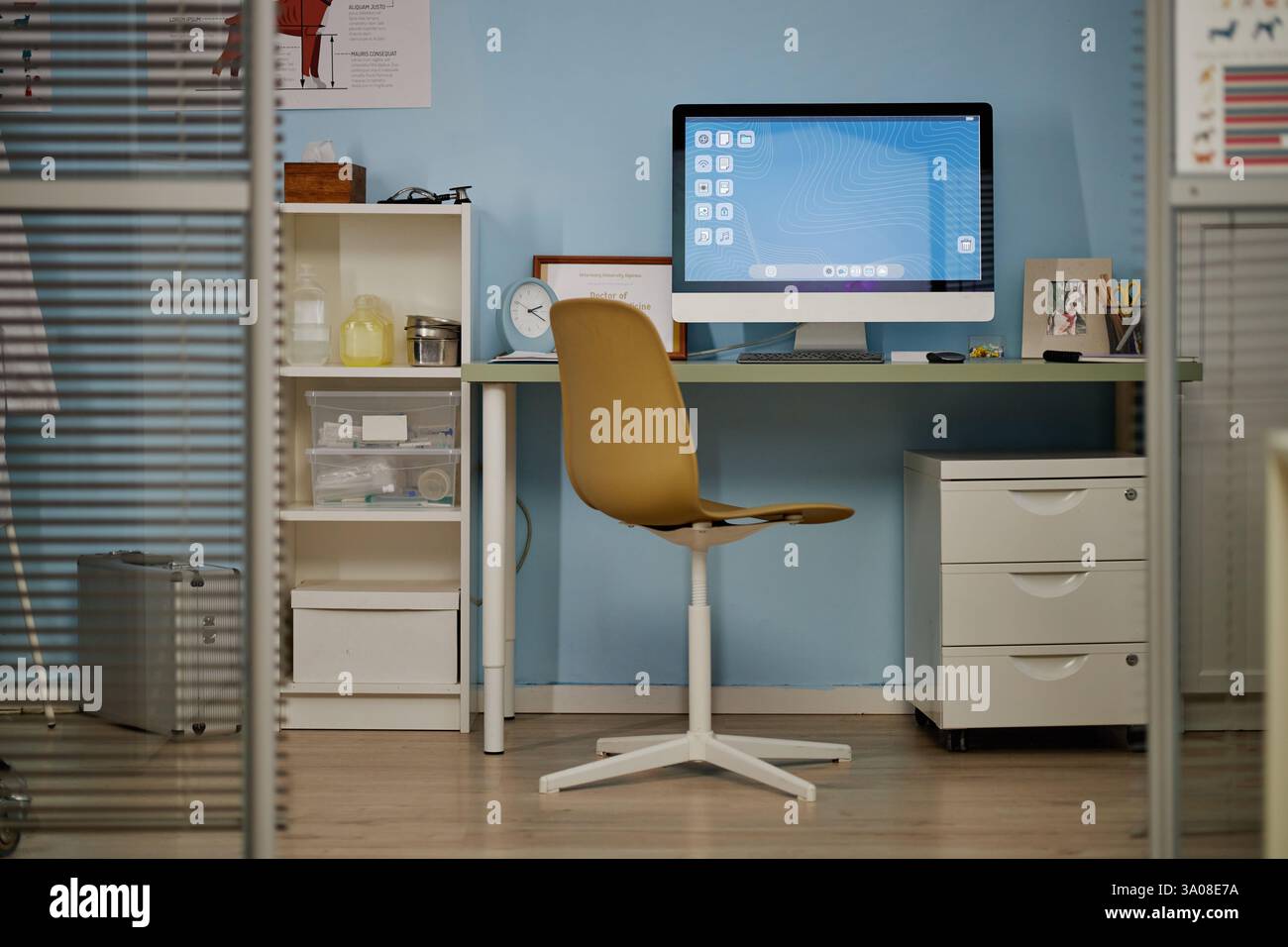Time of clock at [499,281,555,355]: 2:18
